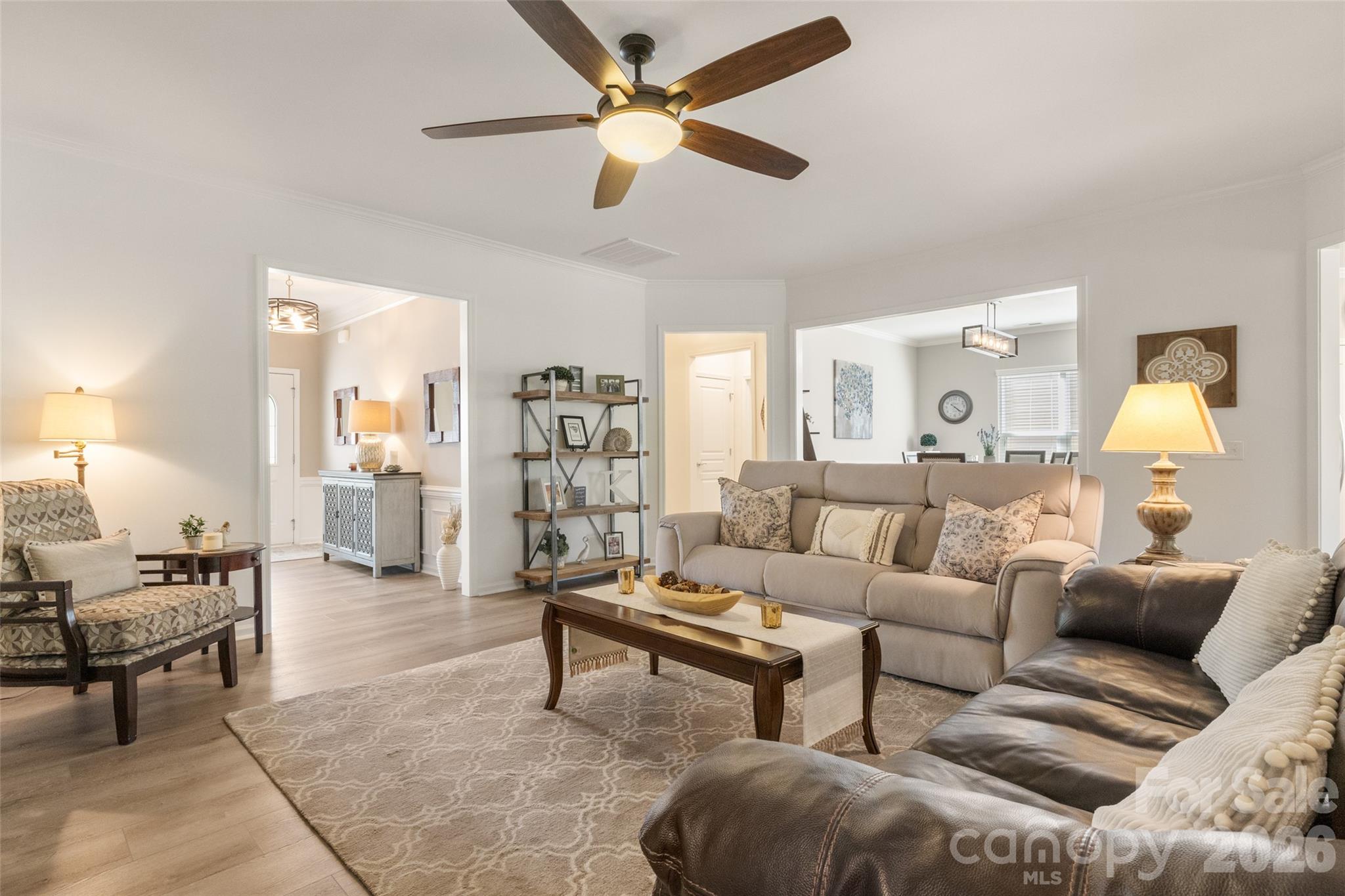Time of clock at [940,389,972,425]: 4:21
